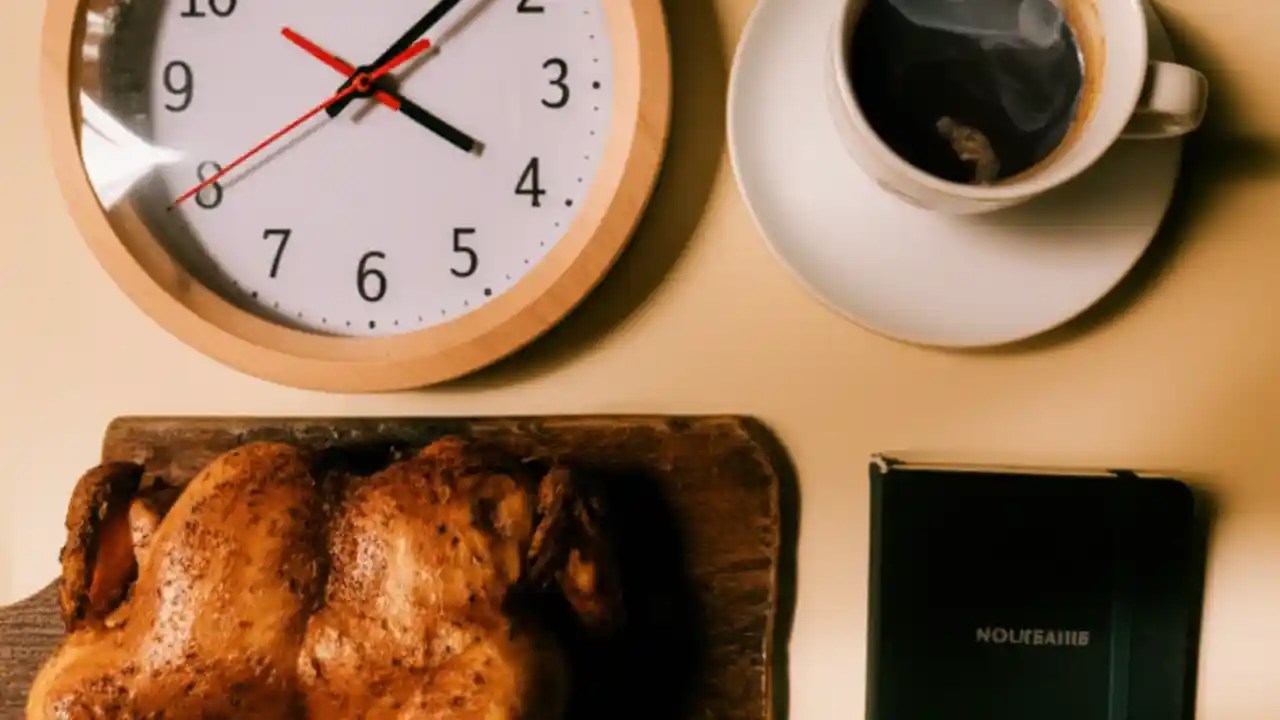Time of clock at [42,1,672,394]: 4:07
